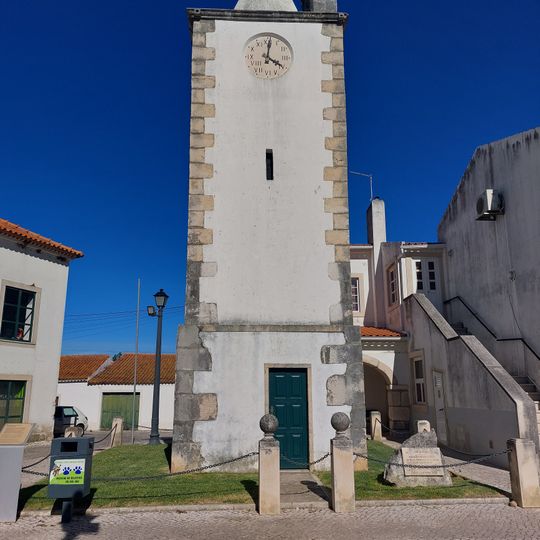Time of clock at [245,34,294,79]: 4:01
